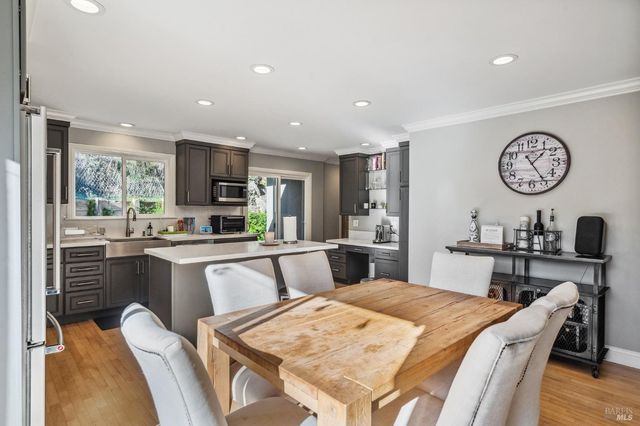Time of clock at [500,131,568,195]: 1:24
